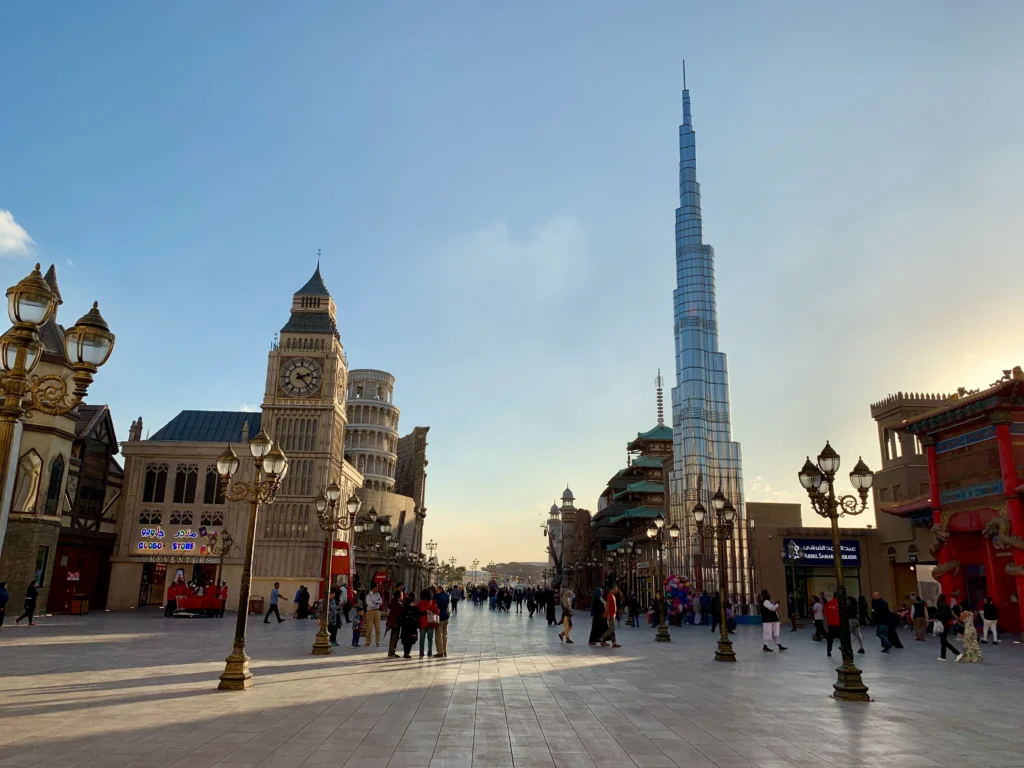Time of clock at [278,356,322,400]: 2:23
